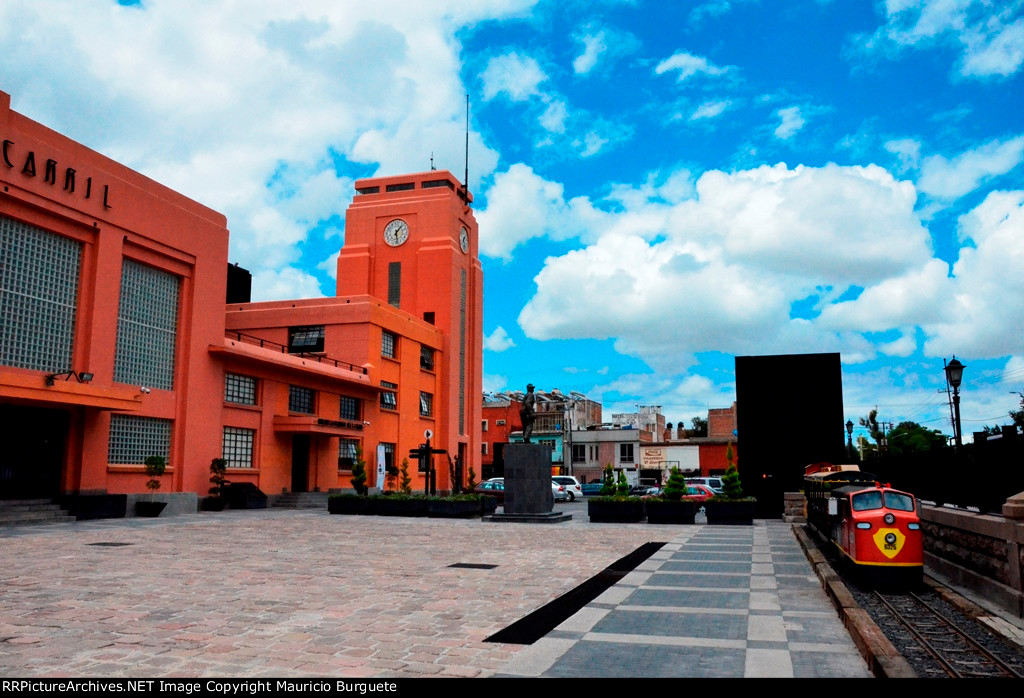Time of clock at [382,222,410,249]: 1:28
